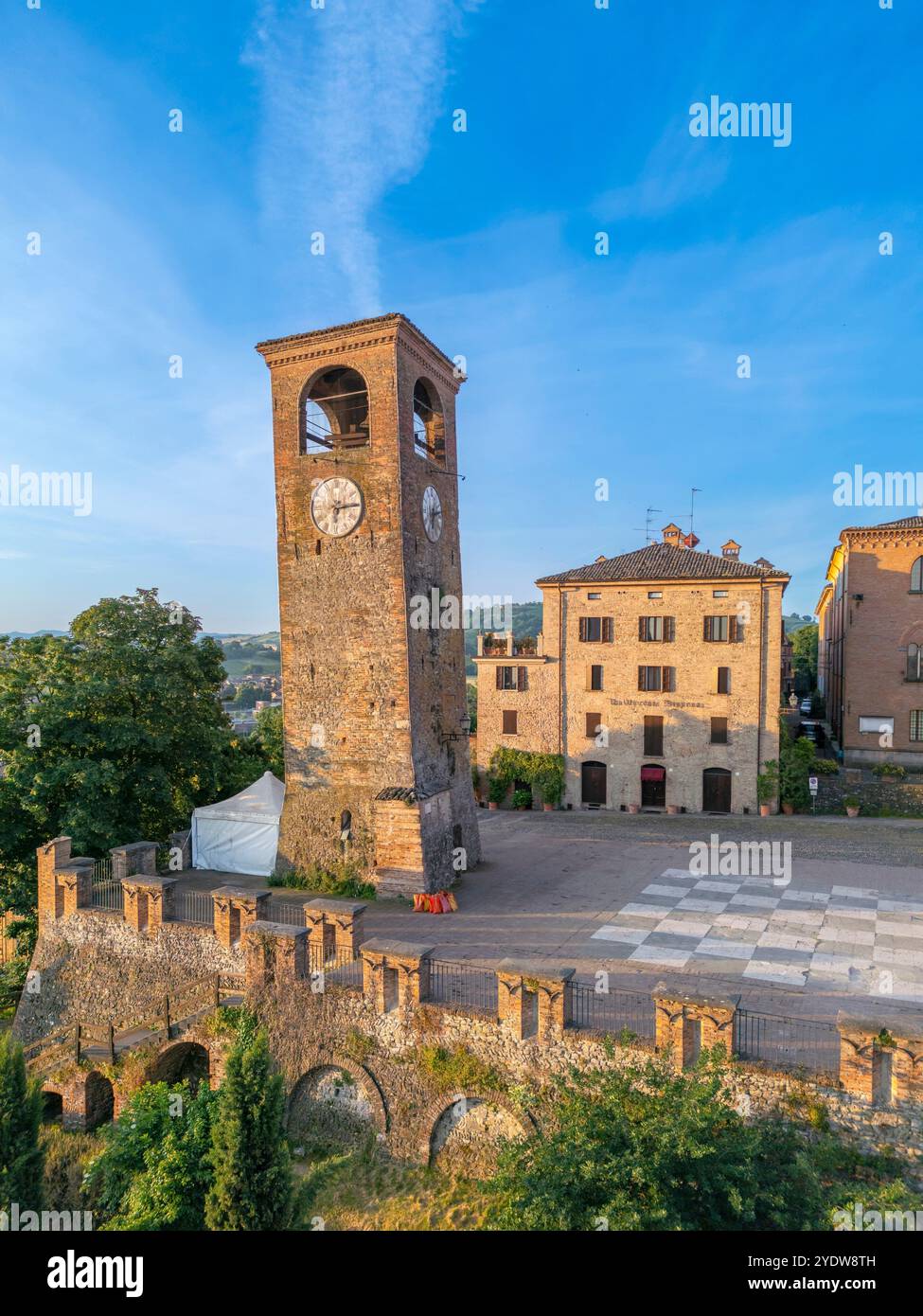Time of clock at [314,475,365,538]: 6:13
